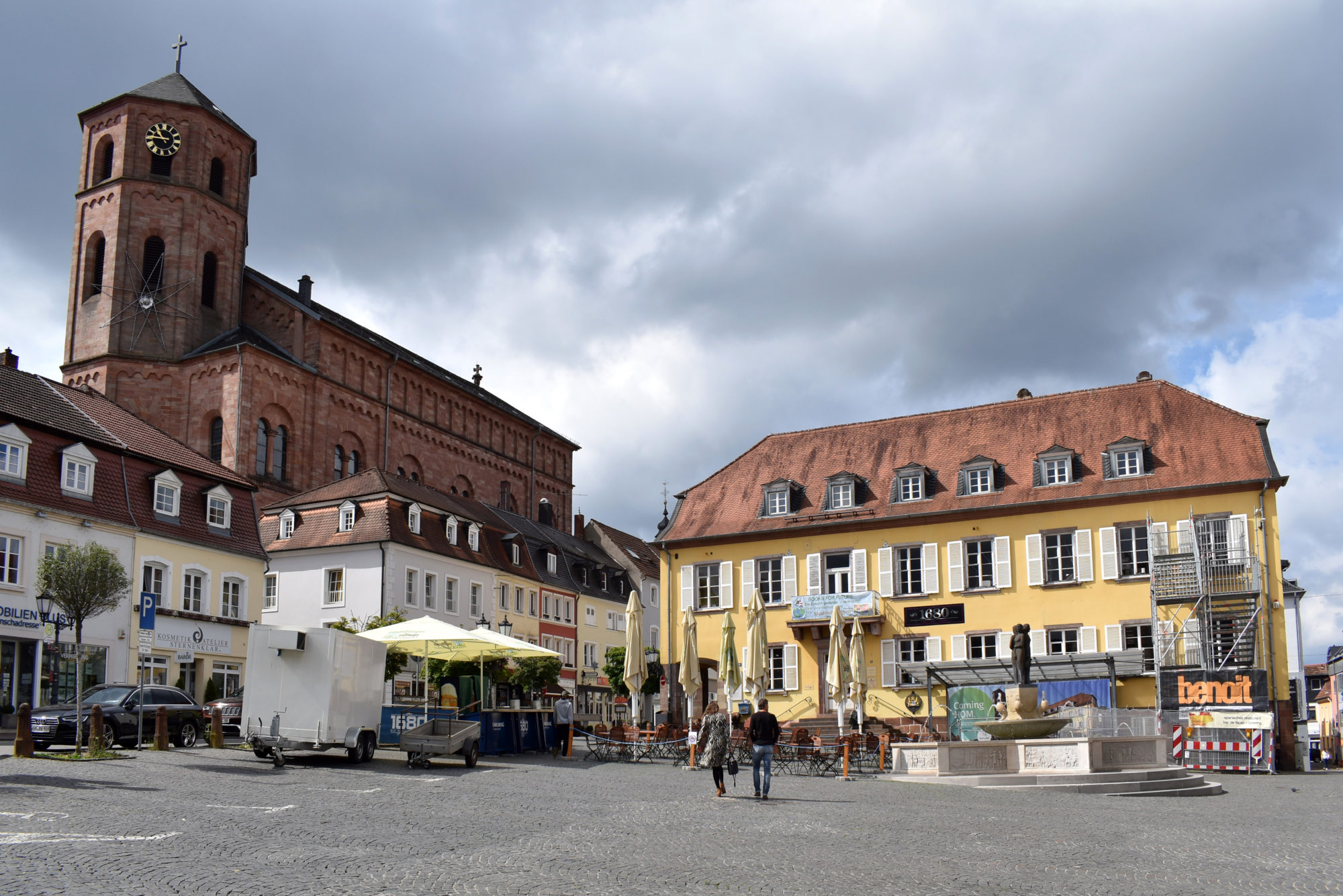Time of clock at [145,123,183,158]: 10:45
